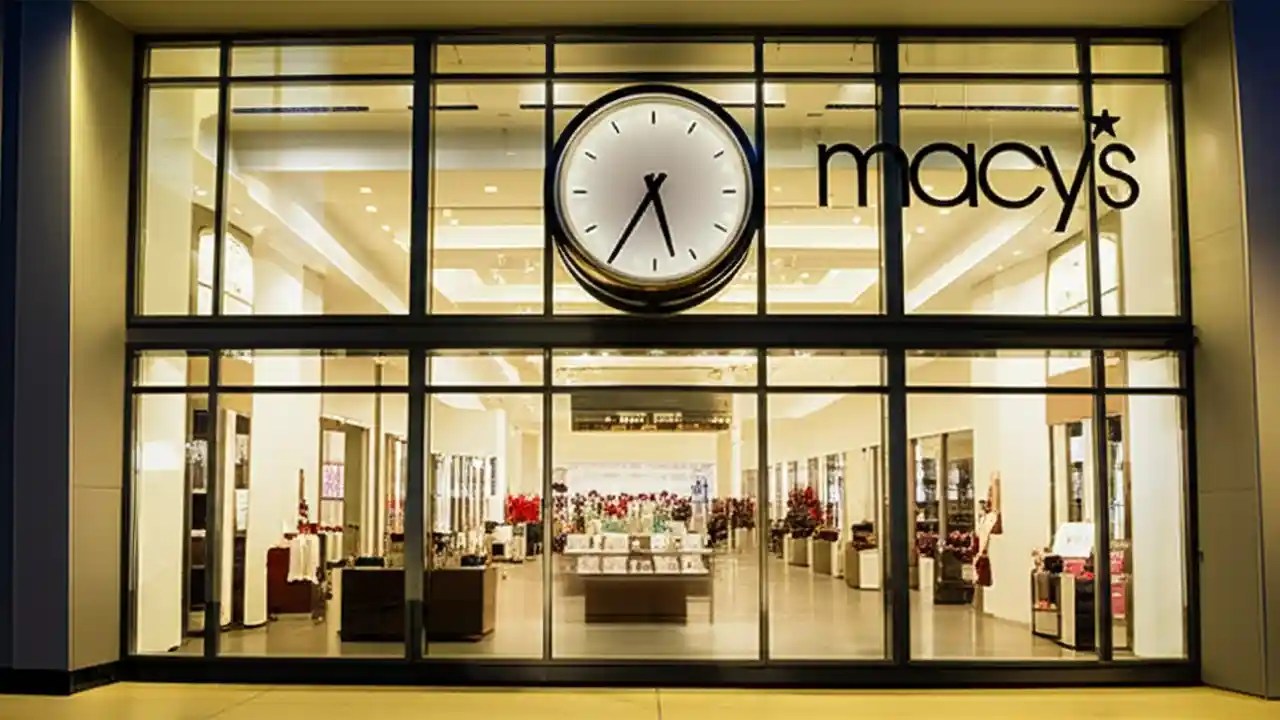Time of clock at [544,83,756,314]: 5:35
